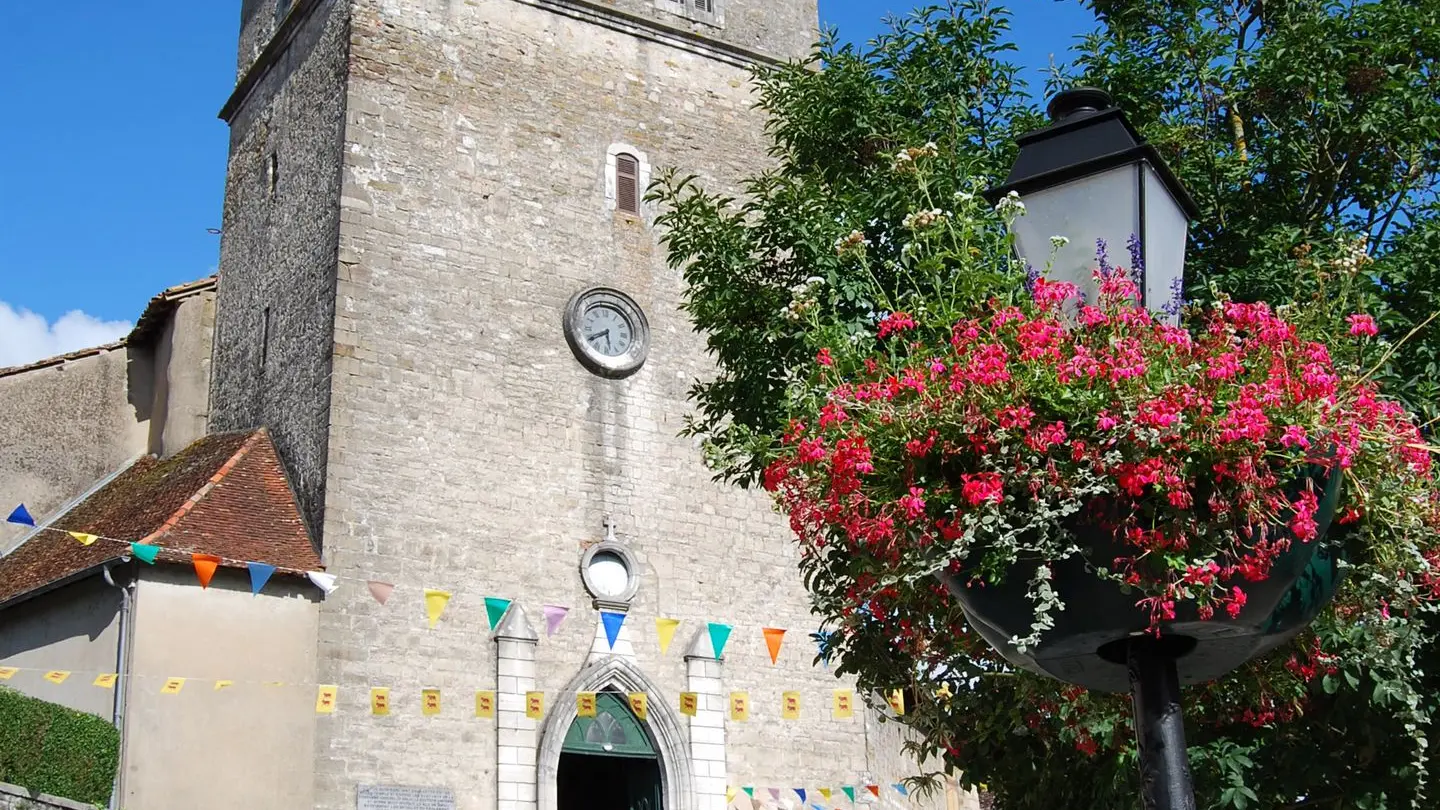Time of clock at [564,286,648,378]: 5:40
